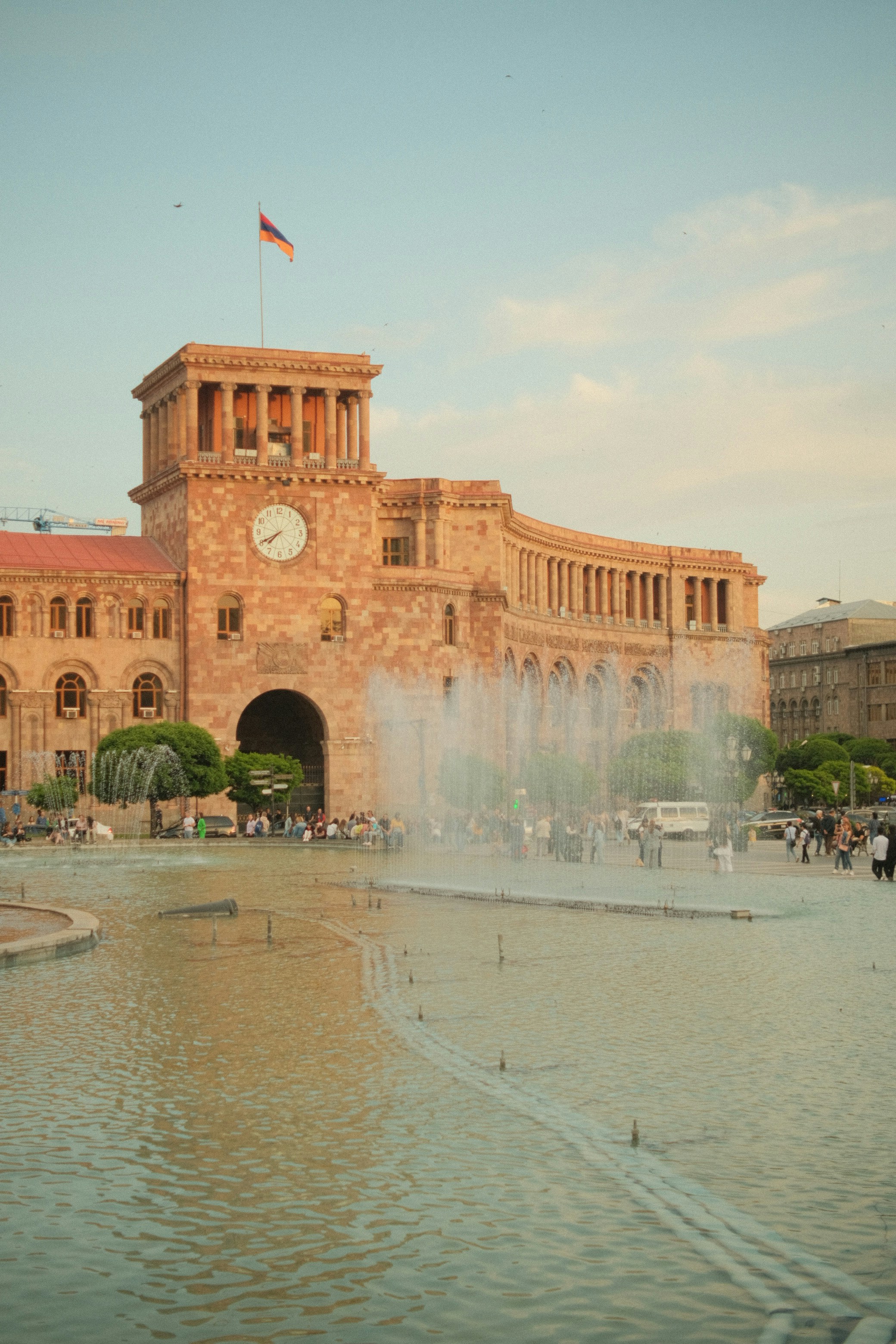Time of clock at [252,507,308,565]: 7:40
